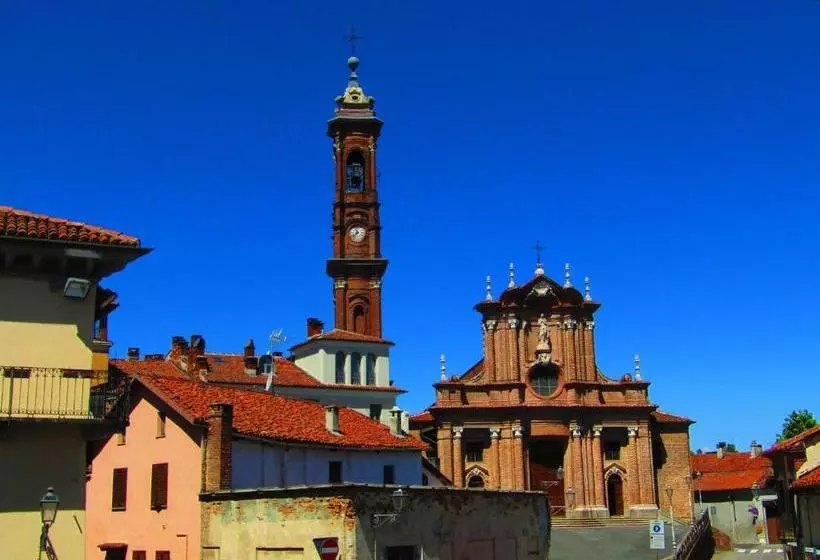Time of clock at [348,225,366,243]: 11:37
